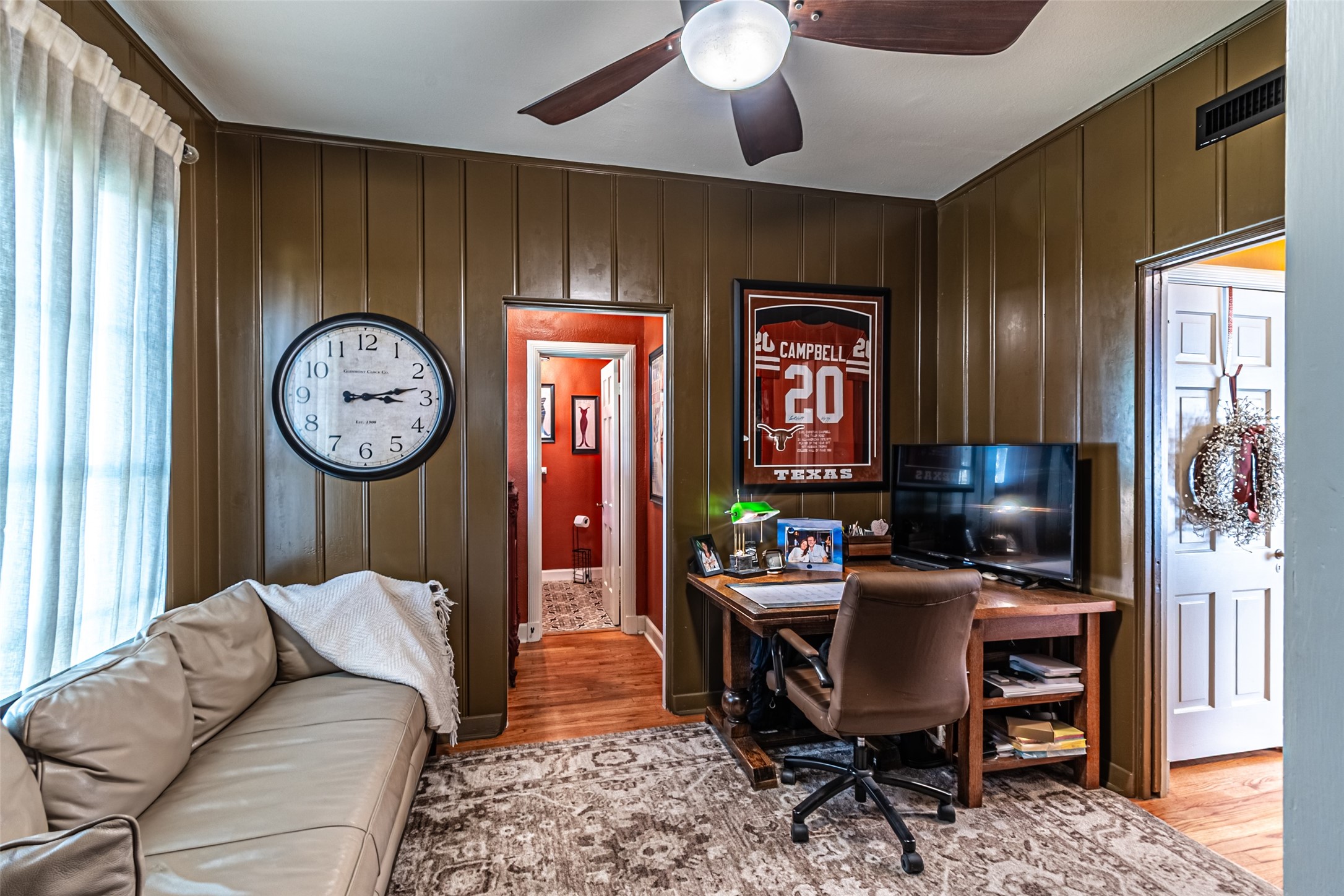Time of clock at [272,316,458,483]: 3:12
